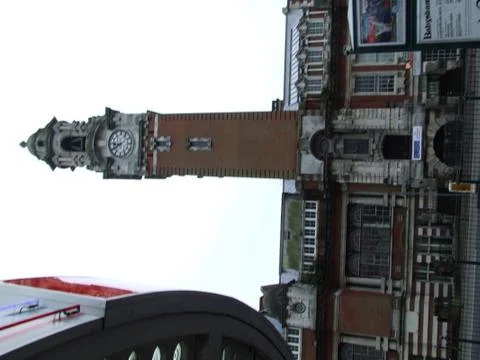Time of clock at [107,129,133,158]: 8:39
